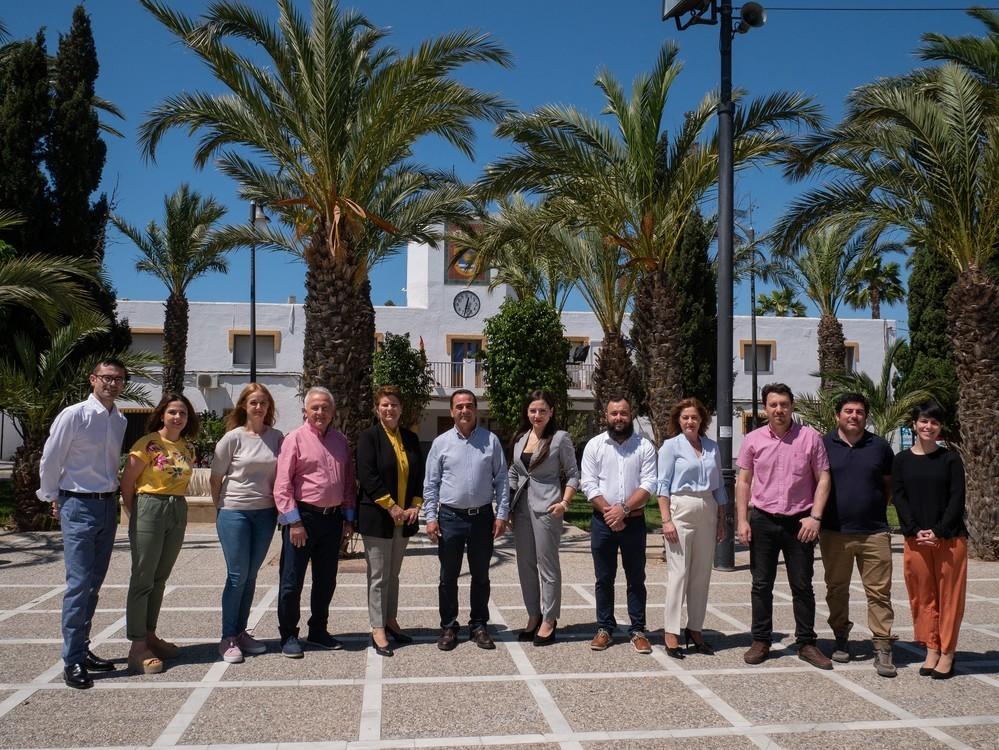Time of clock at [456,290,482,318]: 12:32
